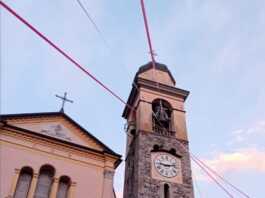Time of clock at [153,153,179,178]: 9:12
